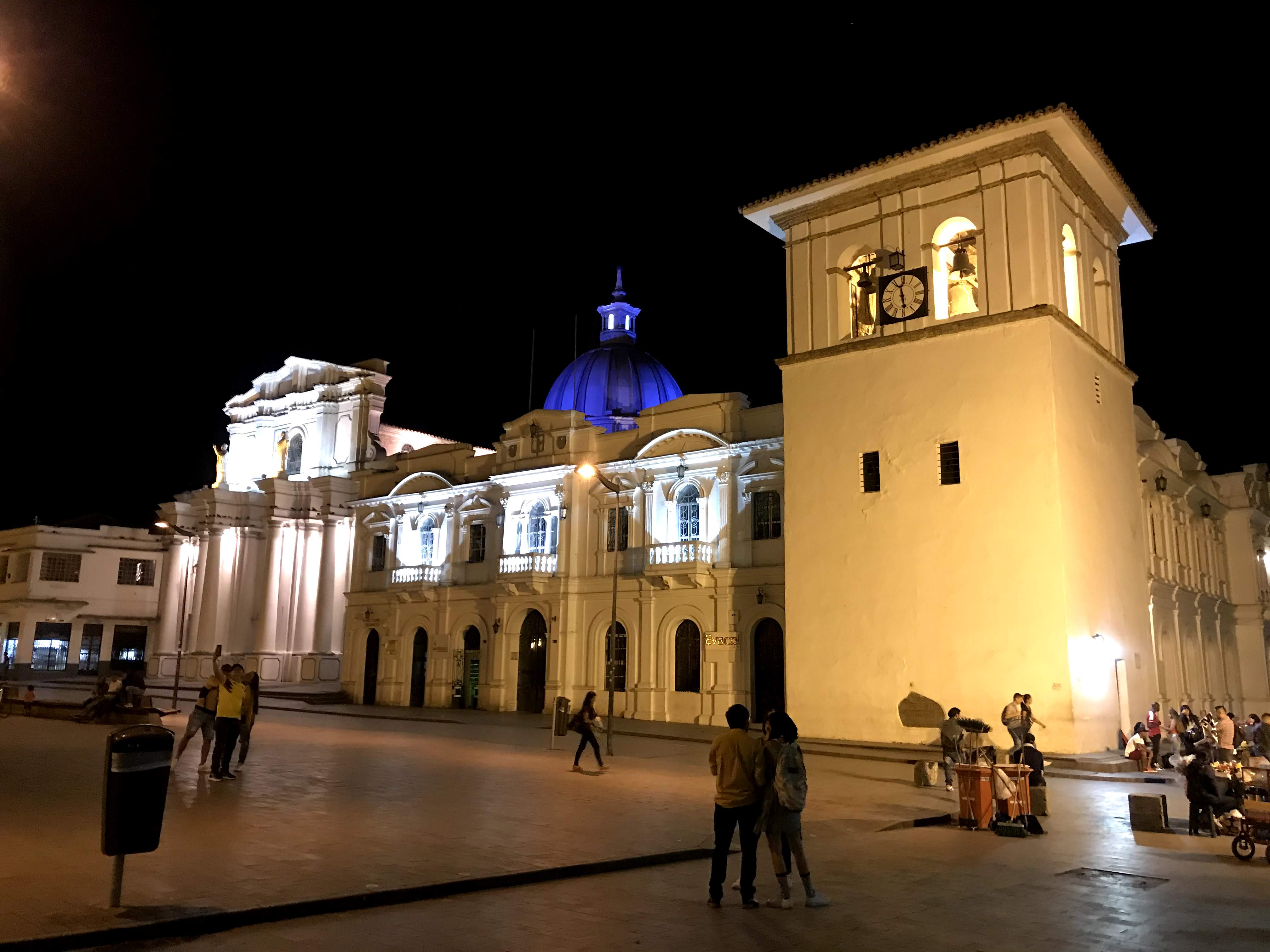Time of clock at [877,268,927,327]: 5:57
